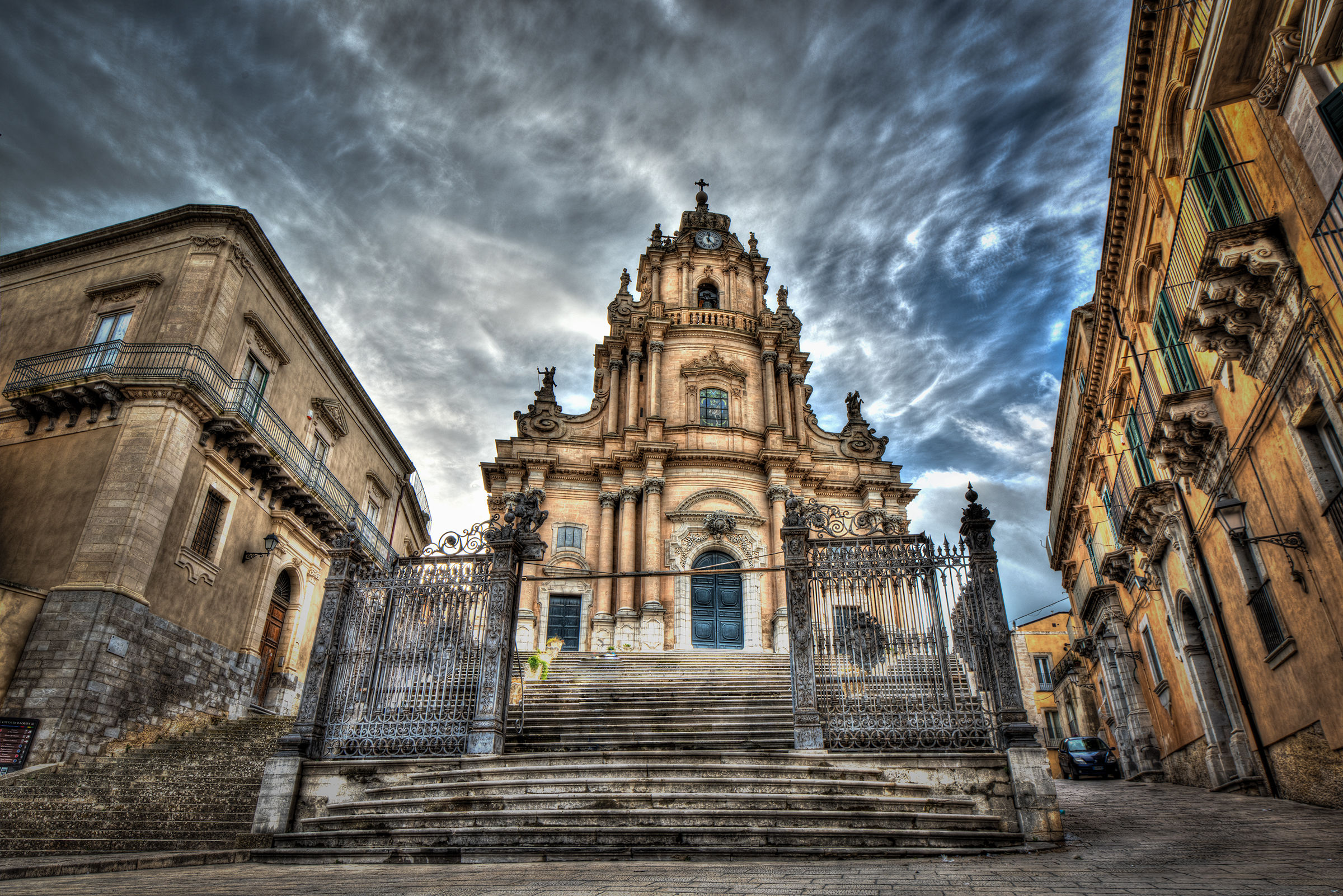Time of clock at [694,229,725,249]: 12:22
